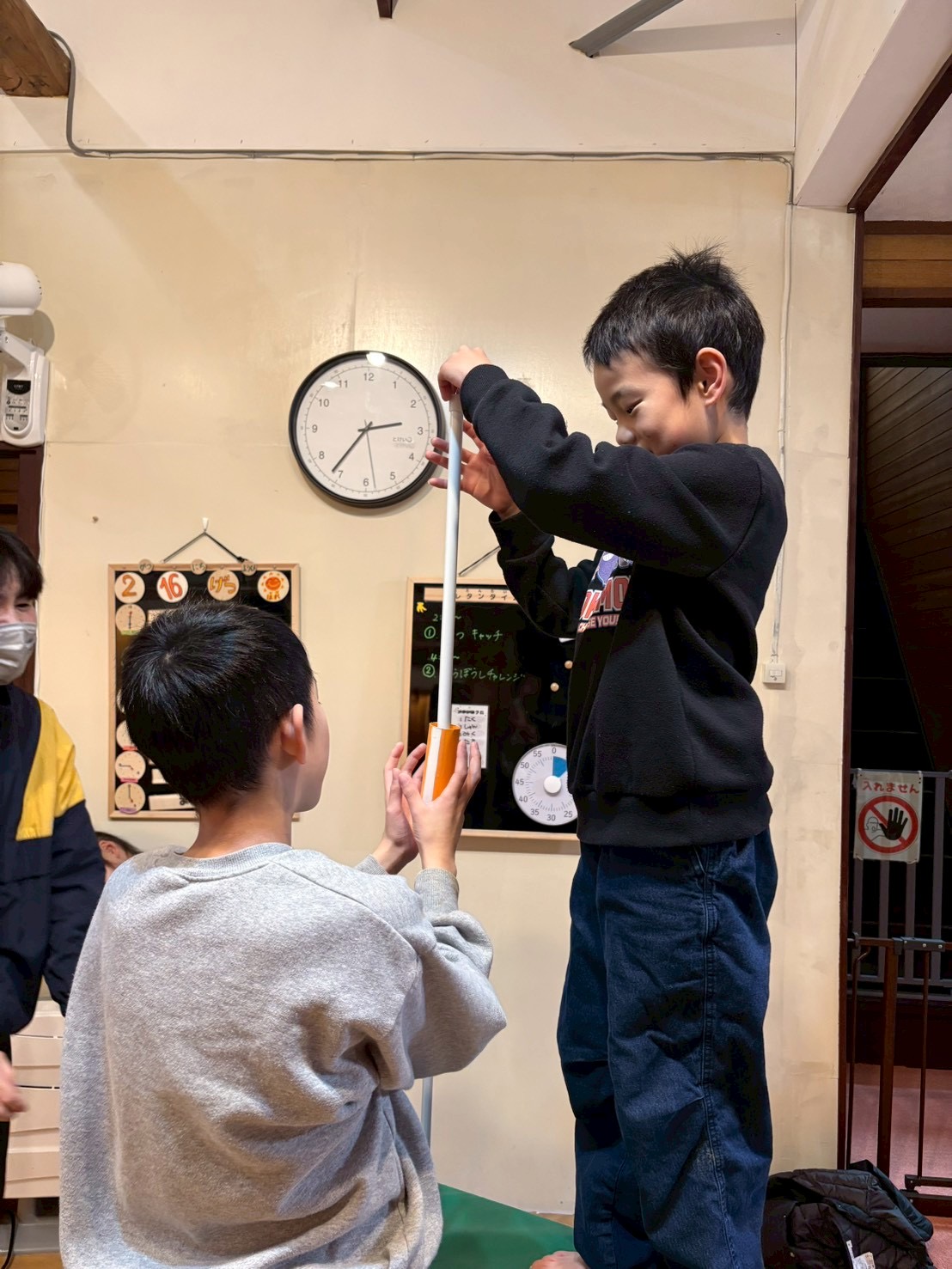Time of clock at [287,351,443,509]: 2:36
